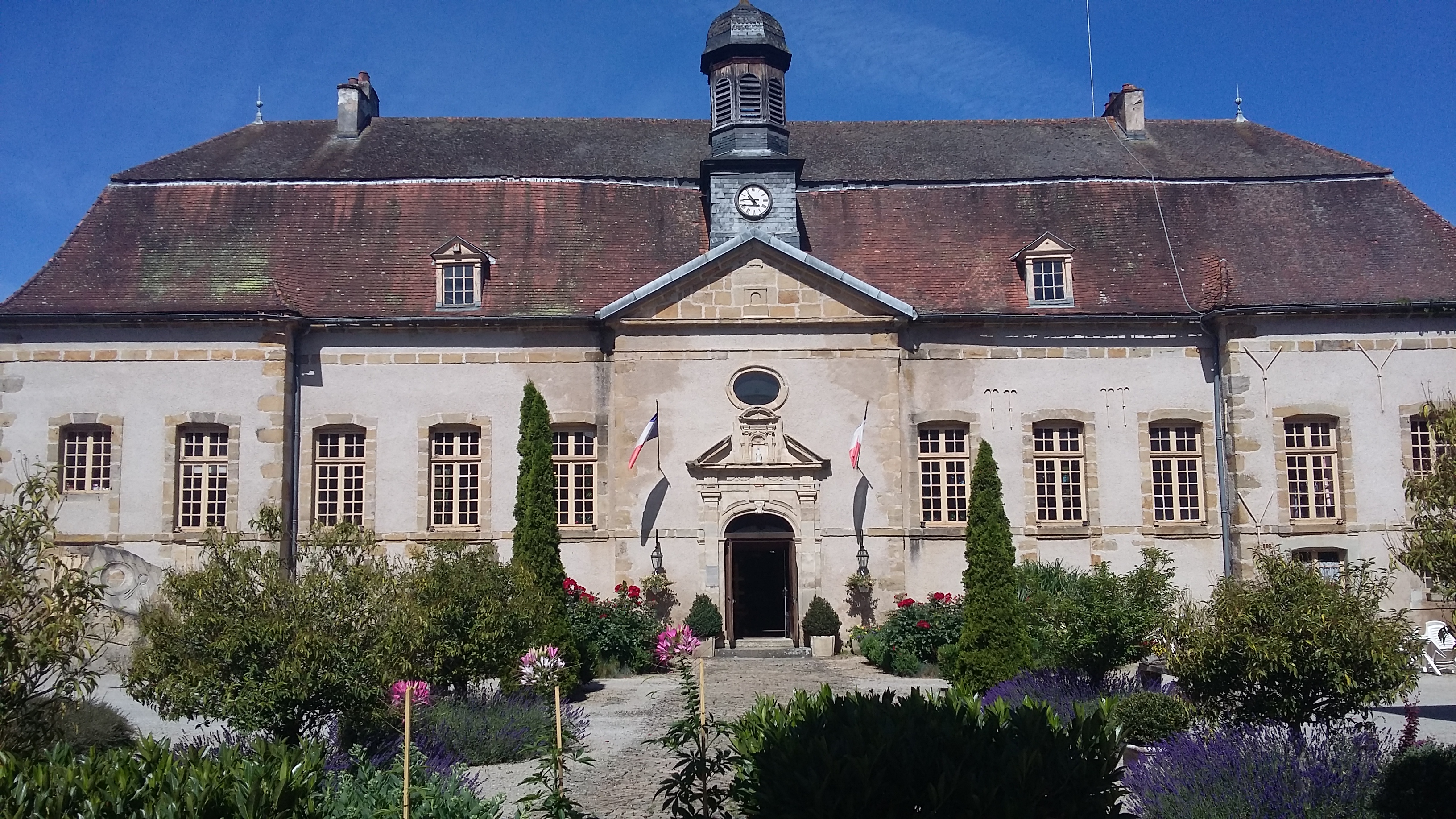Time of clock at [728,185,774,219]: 10:45
